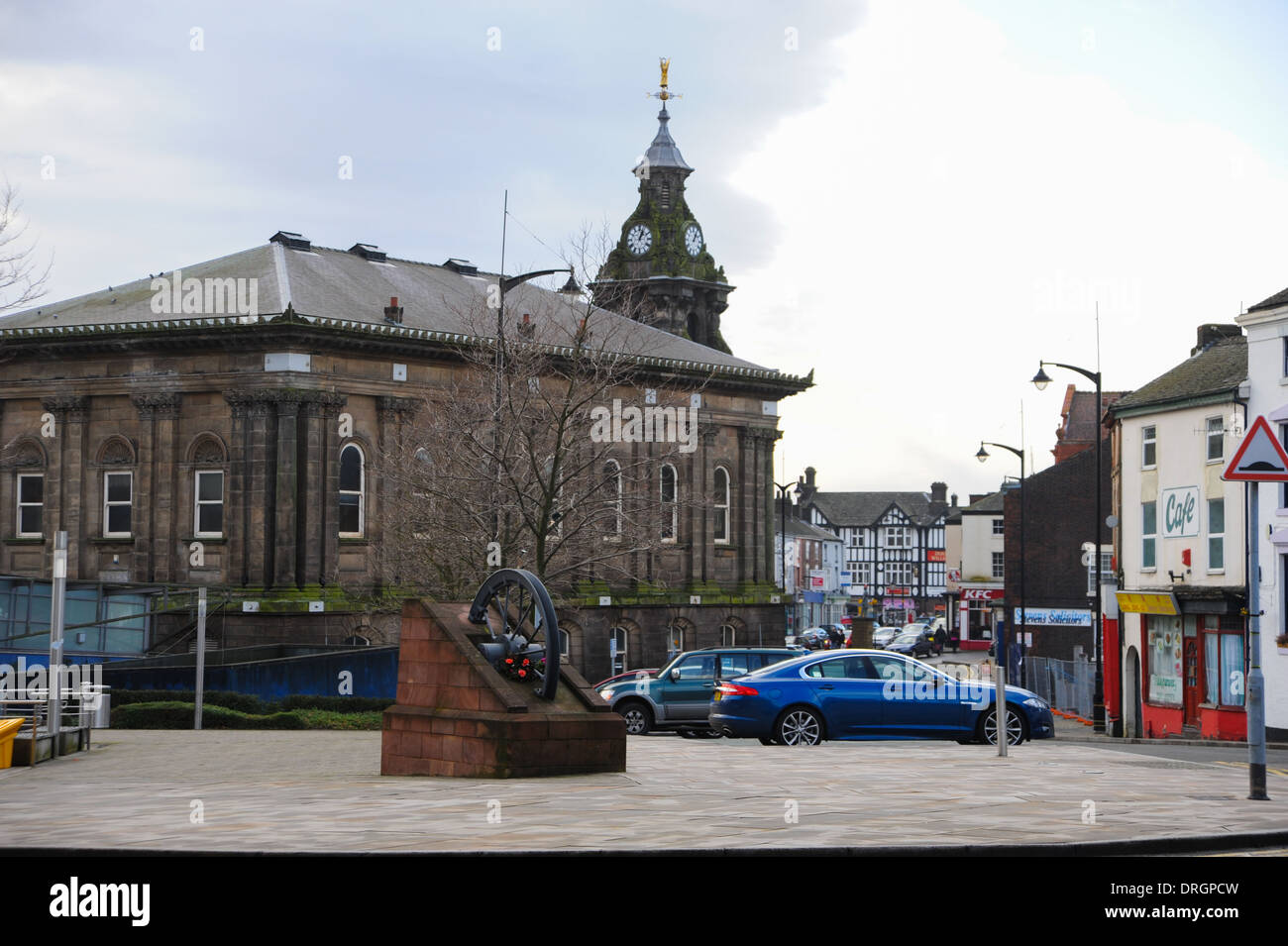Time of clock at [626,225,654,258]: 1:02
